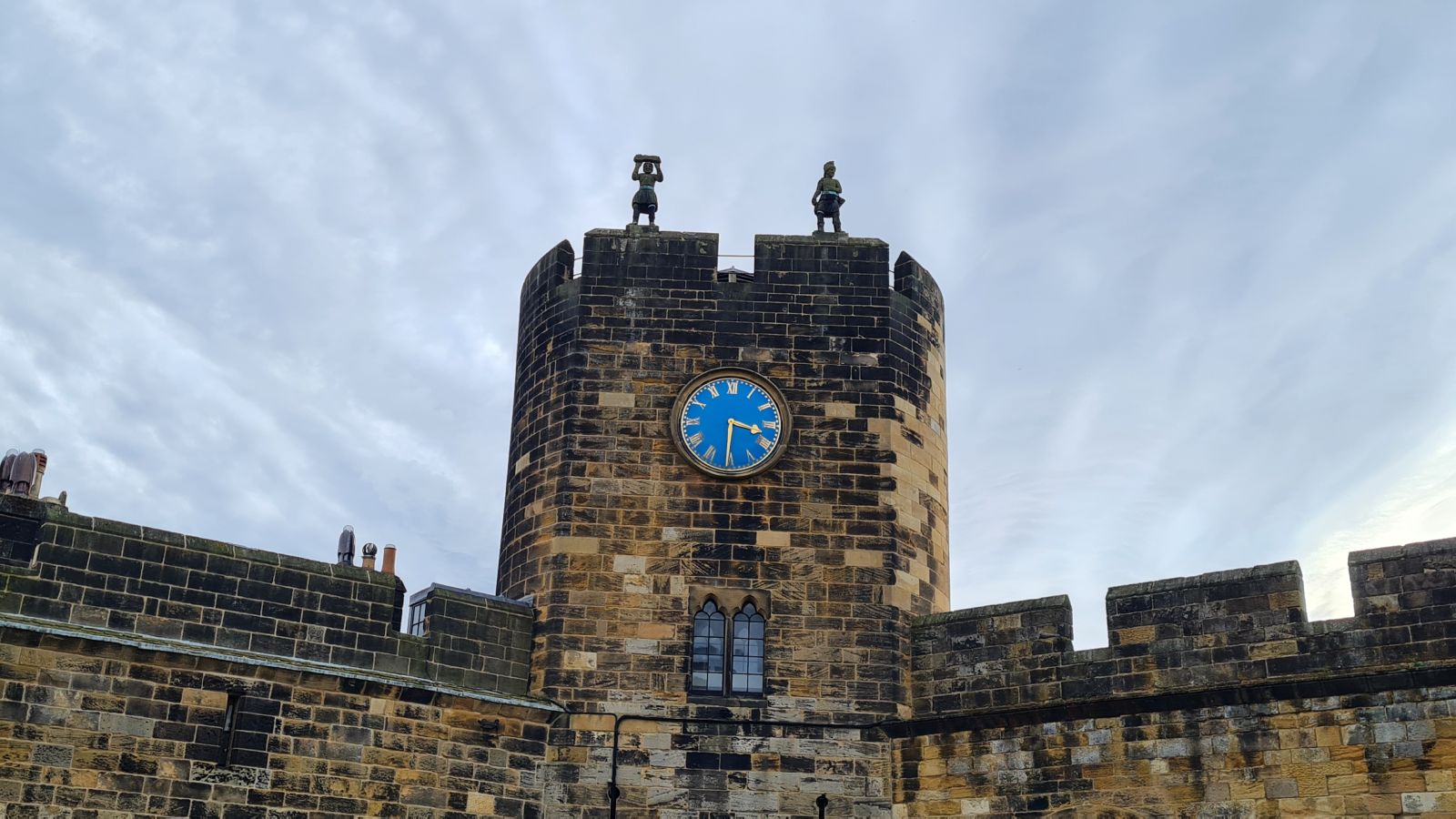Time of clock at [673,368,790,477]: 3:30
